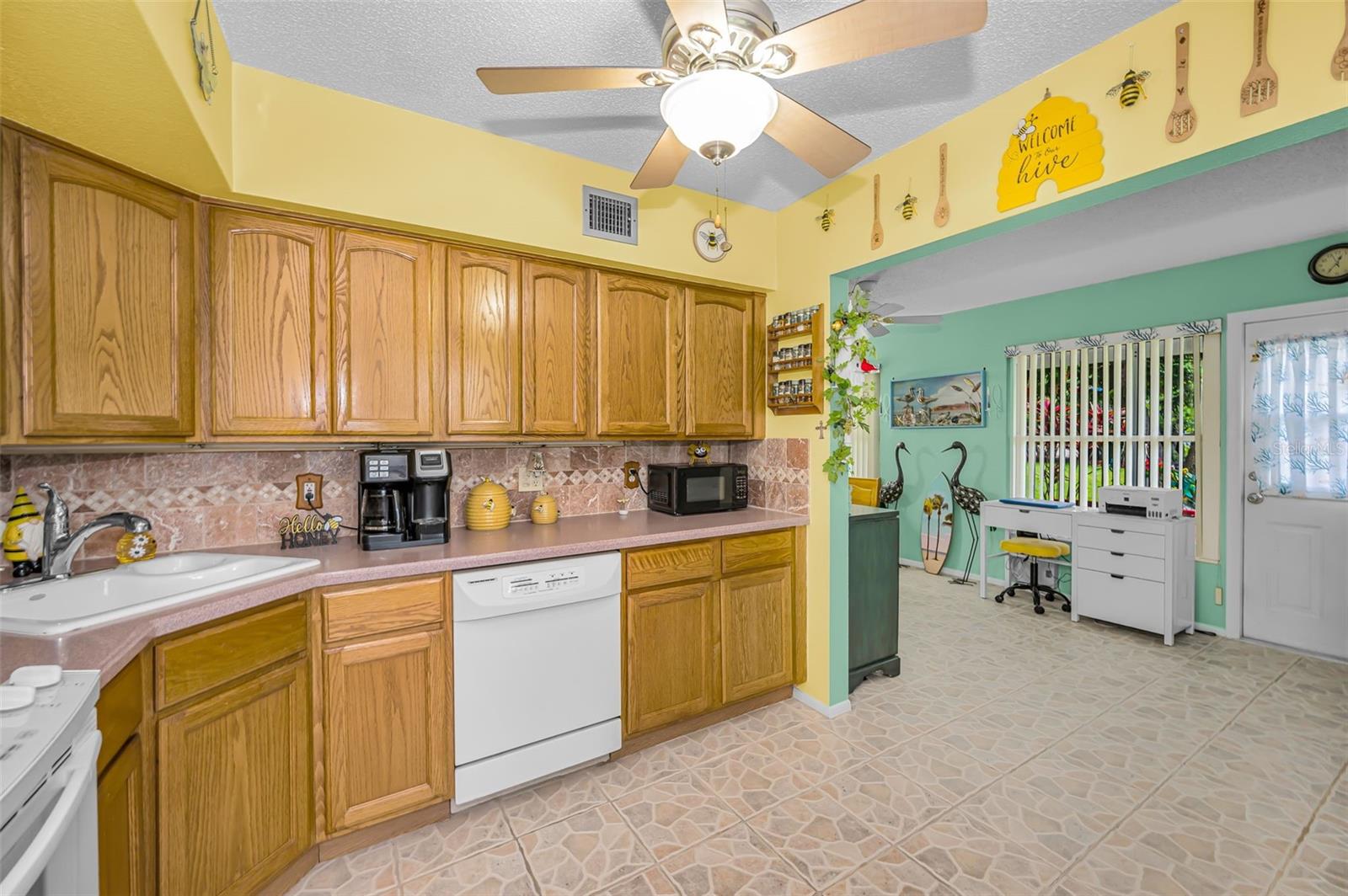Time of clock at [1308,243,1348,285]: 12:36
